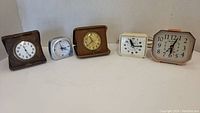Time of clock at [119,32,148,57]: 11:15
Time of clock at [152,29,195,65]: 6:03
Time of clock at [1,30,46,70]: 11:25
